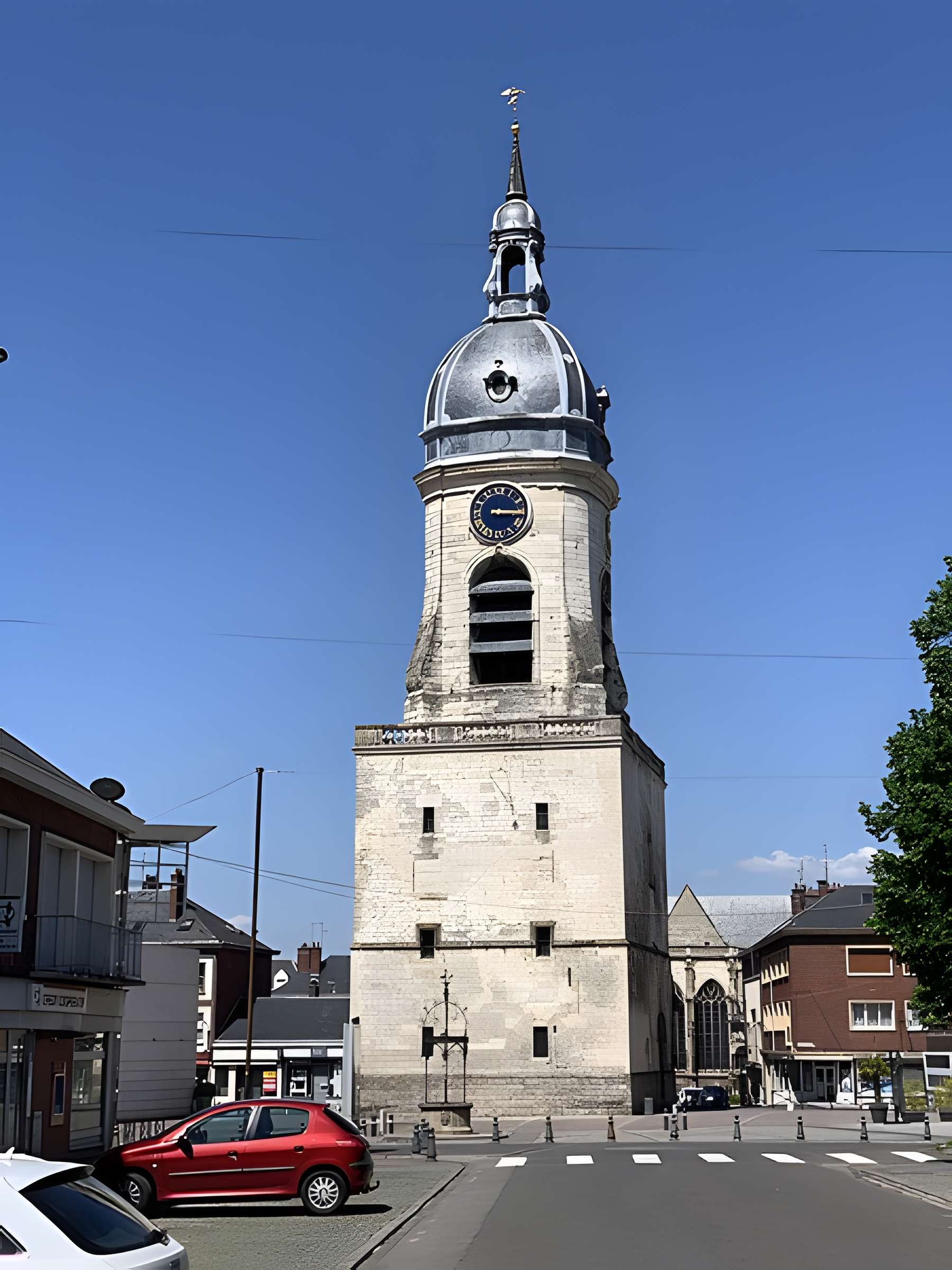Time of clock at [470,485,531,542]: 3:15
